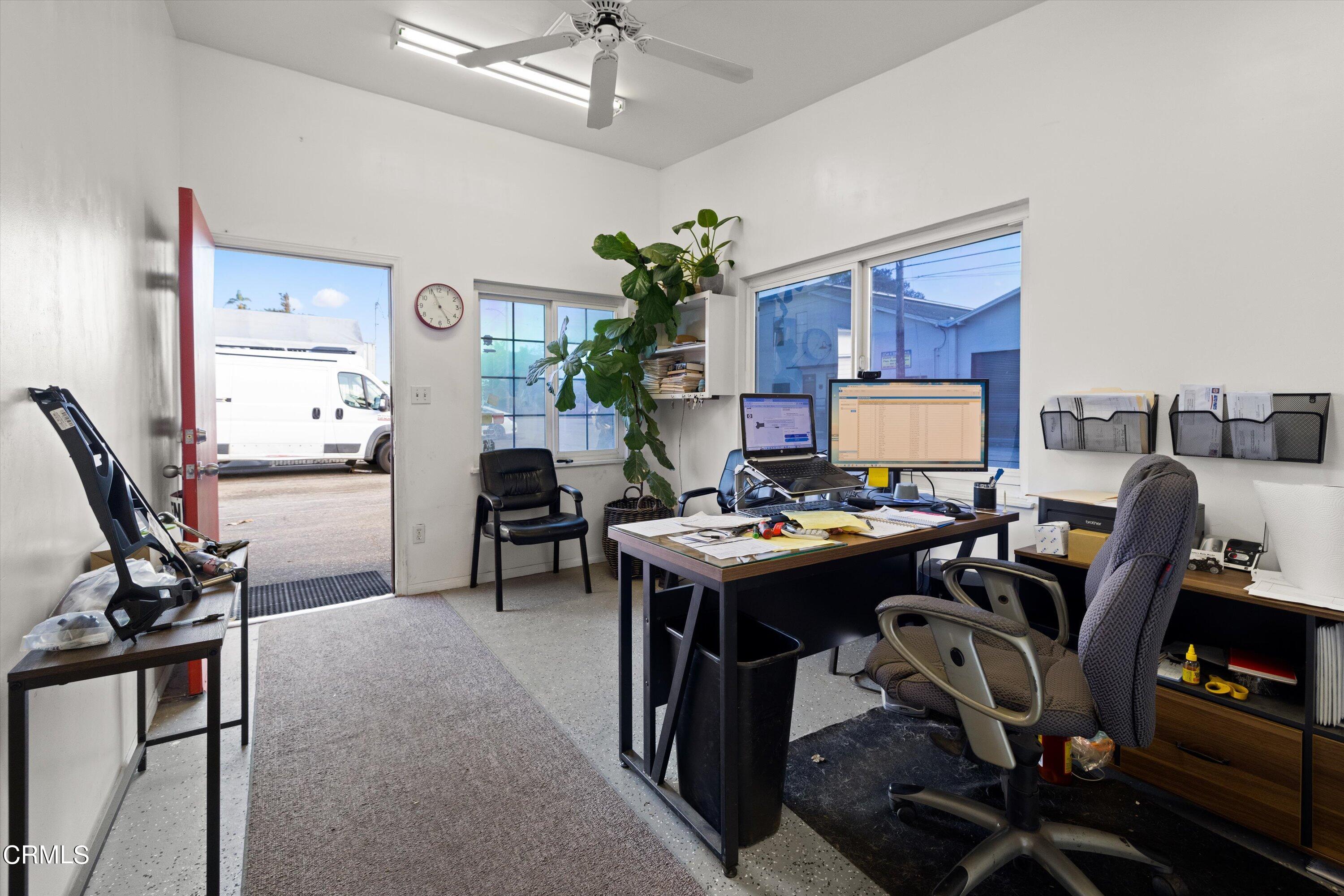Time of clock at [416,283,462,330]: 4:56
